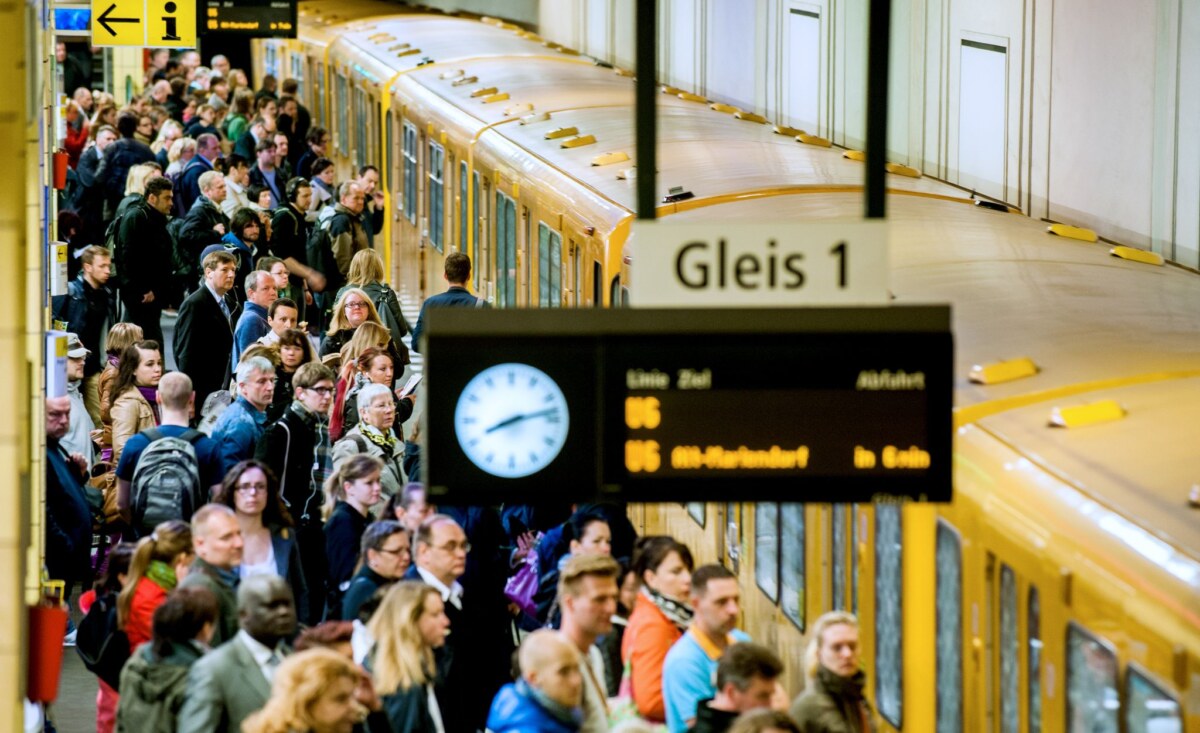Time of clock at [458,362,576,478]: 8:12
